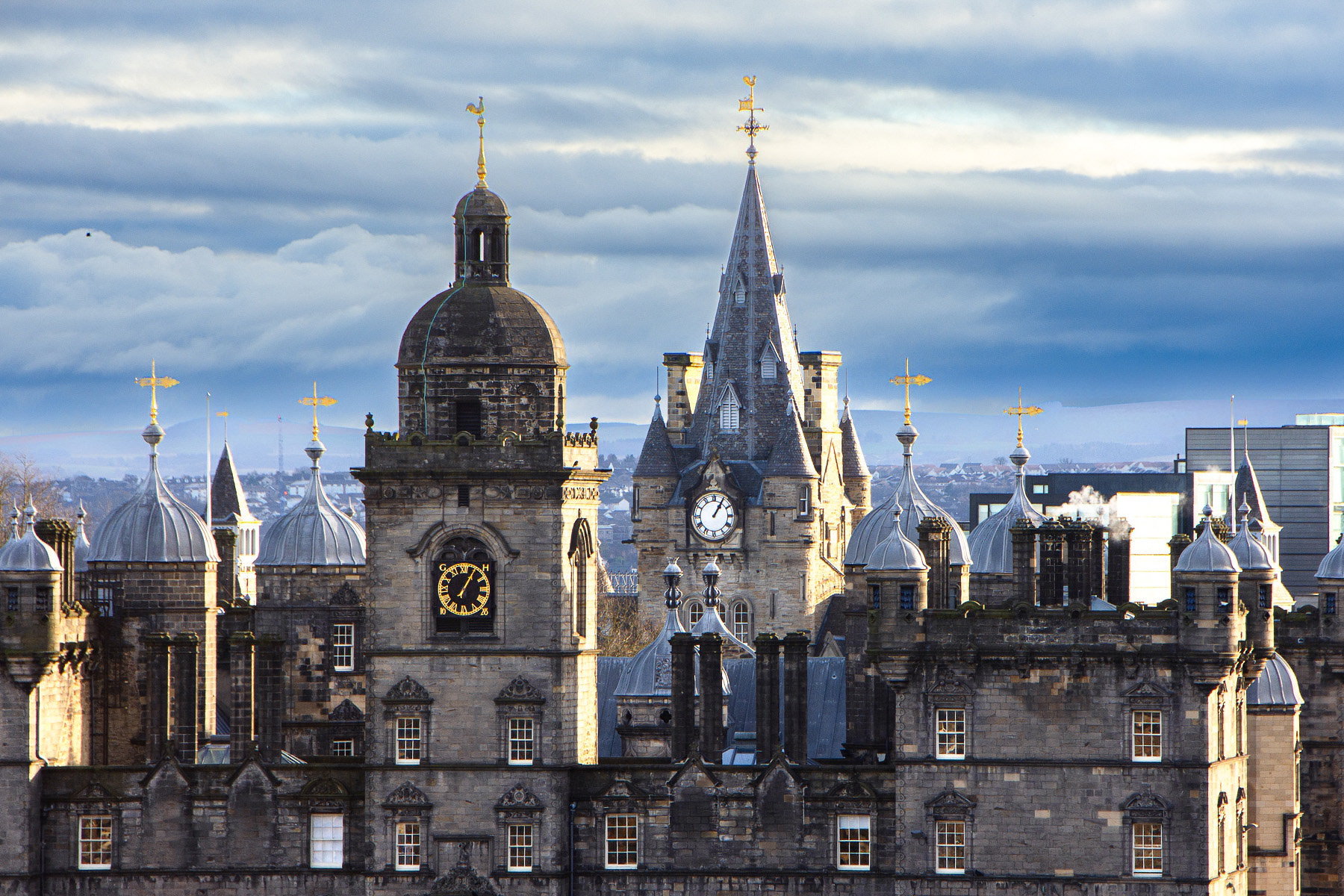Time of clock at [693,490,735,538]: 1:05
